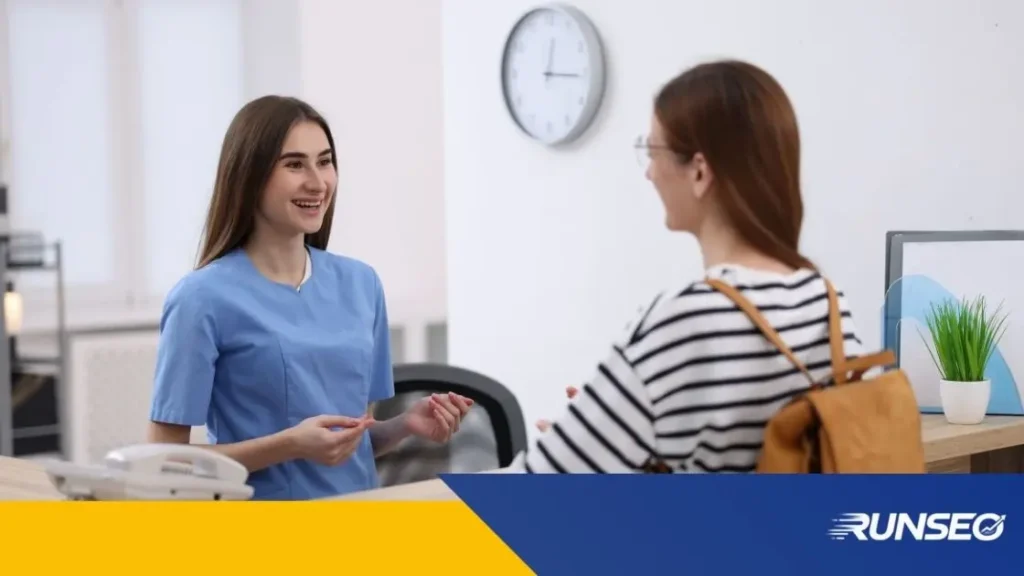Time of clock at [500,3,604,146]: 12:15
